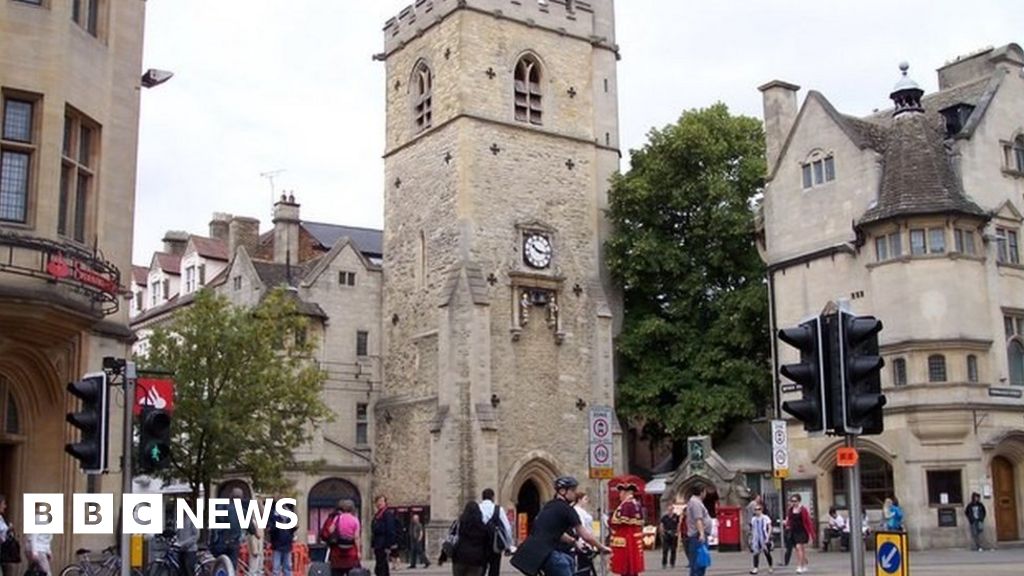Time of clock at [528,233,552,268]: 10:16
